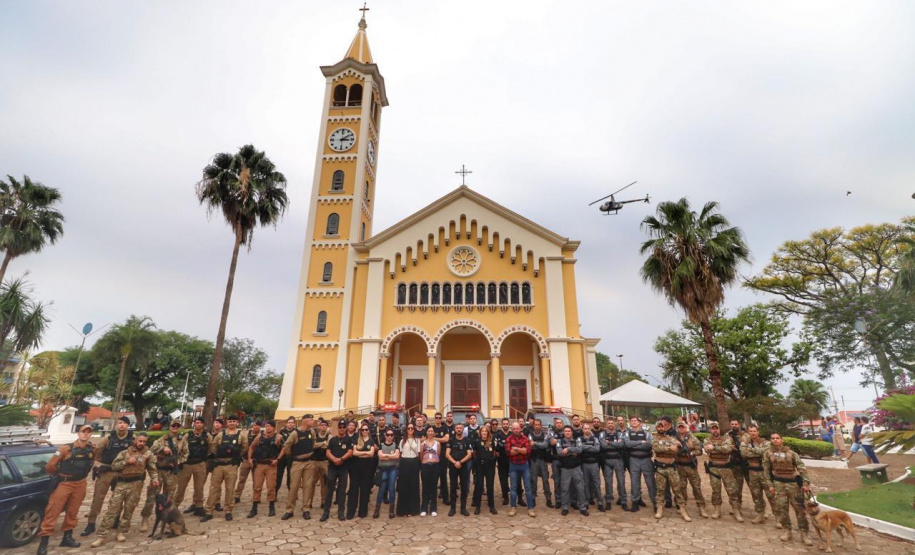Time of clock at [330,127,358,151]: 3:08
